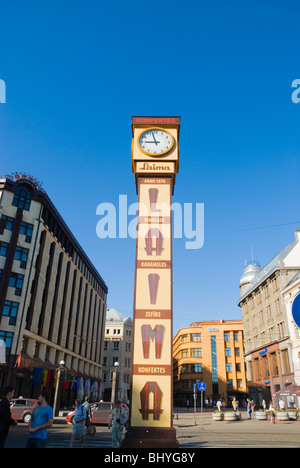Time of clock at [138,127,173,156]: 8:57
